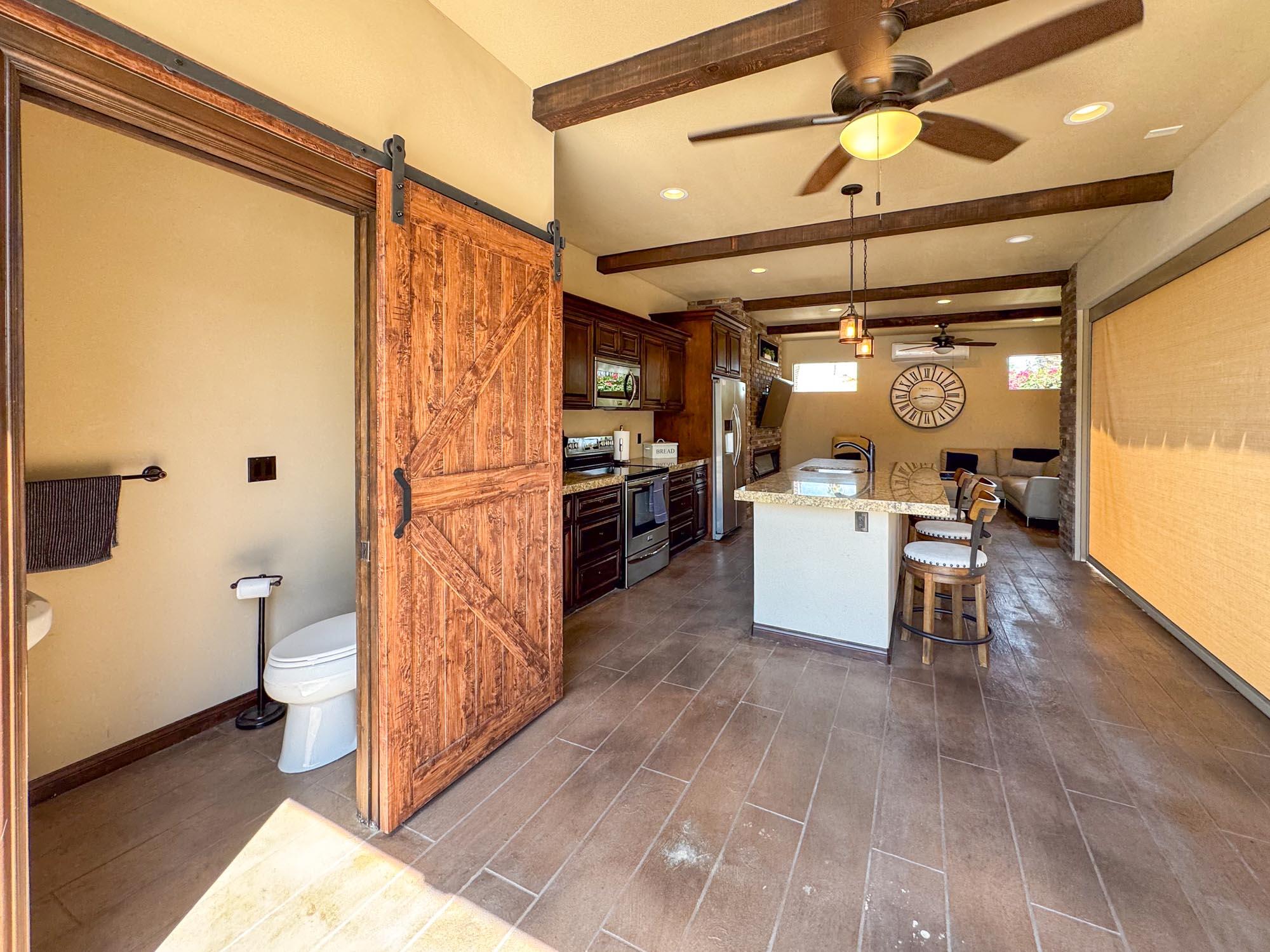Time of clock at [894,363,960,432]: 8:16
